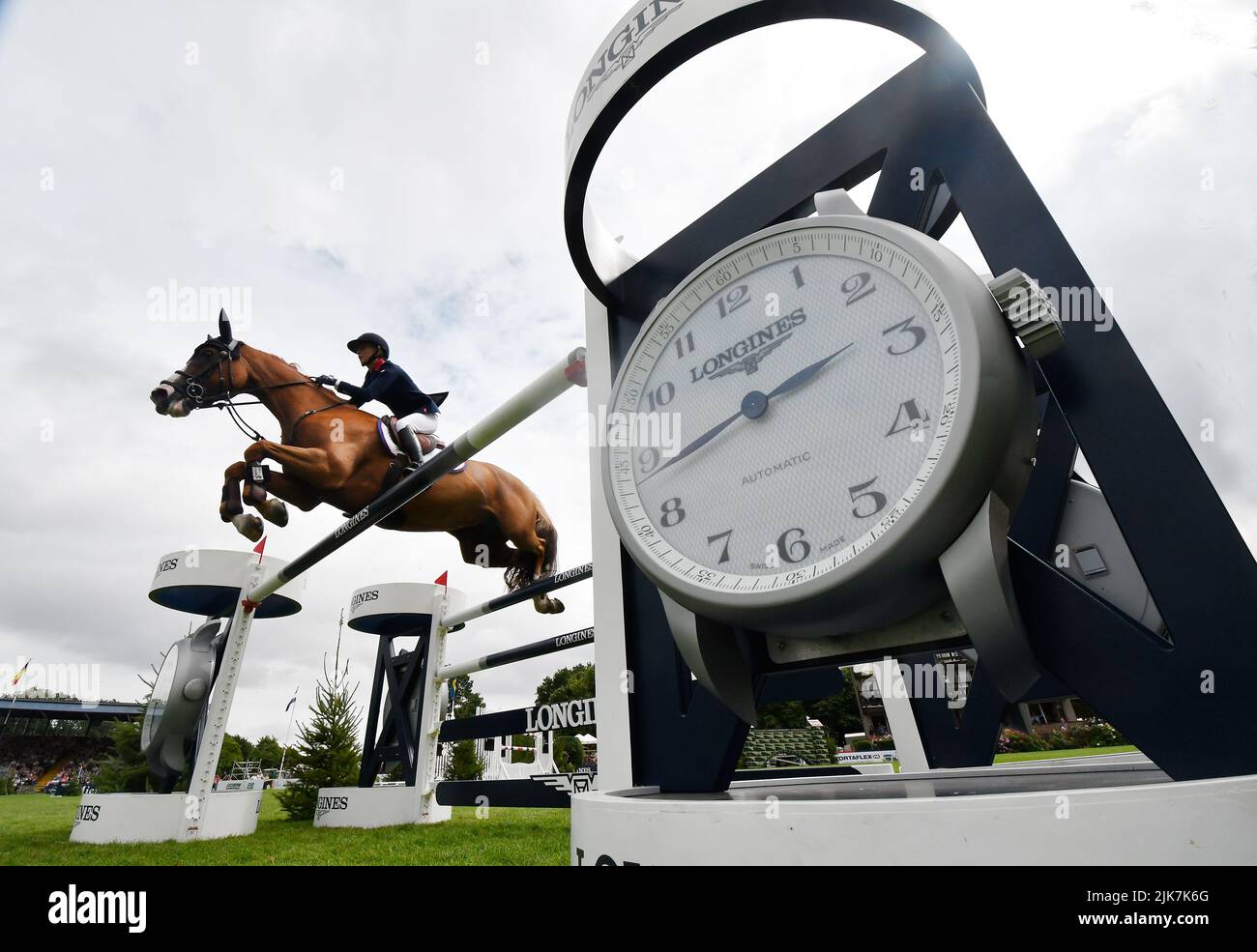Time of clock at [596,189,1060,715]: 2:42
